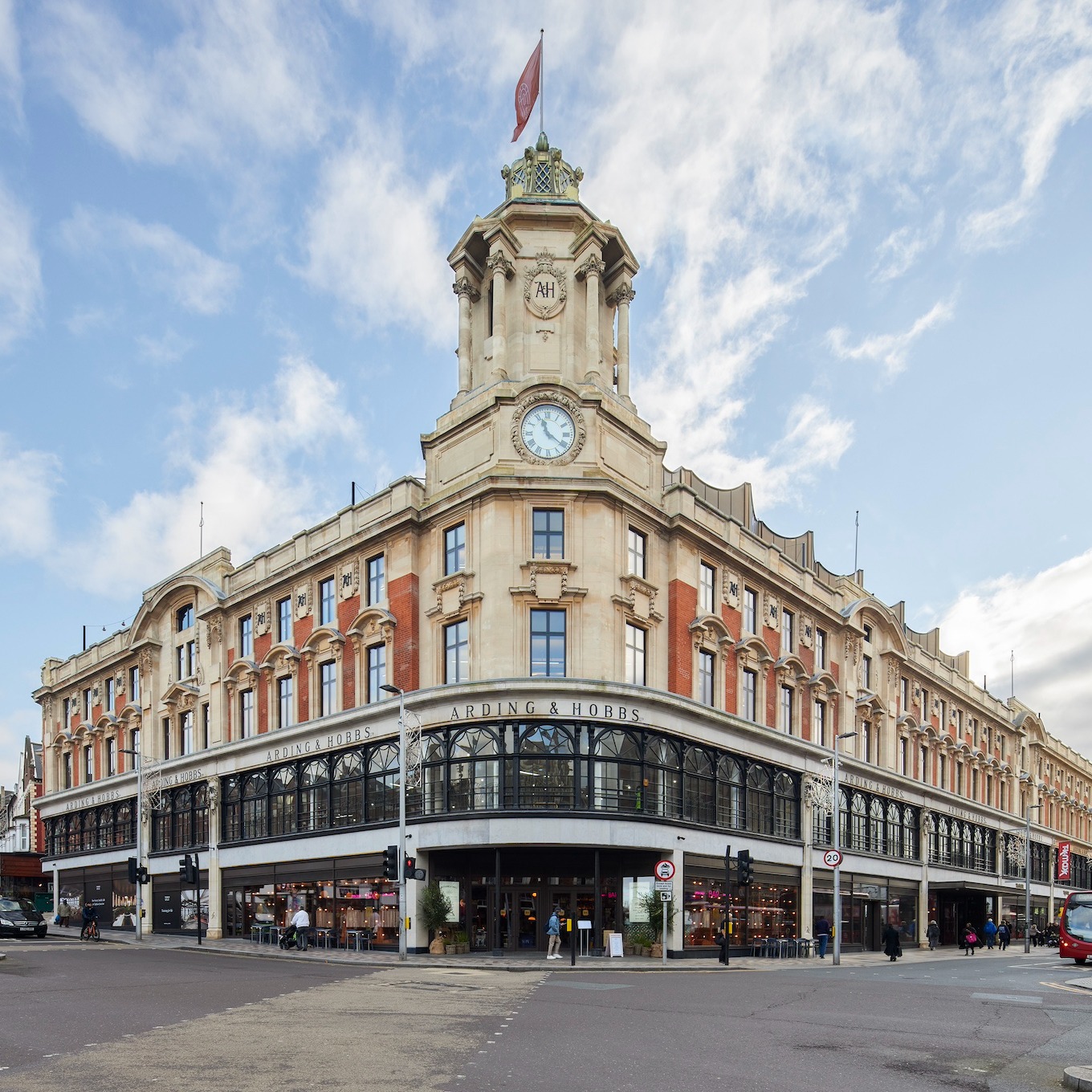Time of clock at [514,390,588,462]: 11:21
